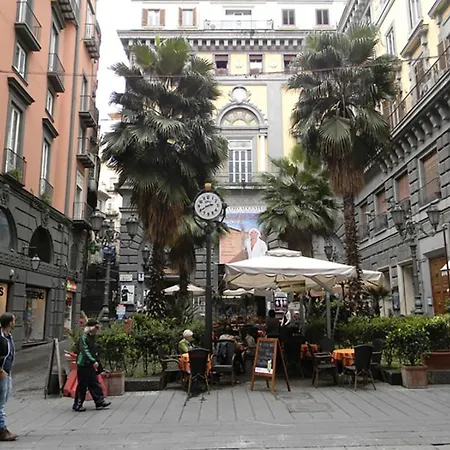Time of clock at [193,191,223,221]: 2:40
